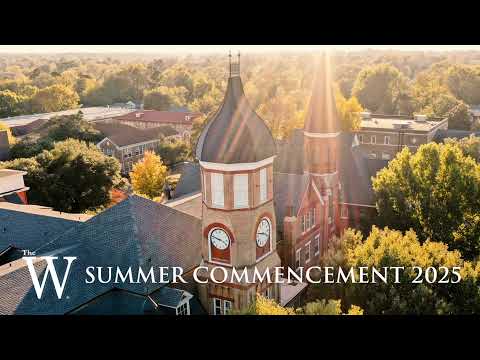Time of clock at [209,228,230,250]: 3:47
